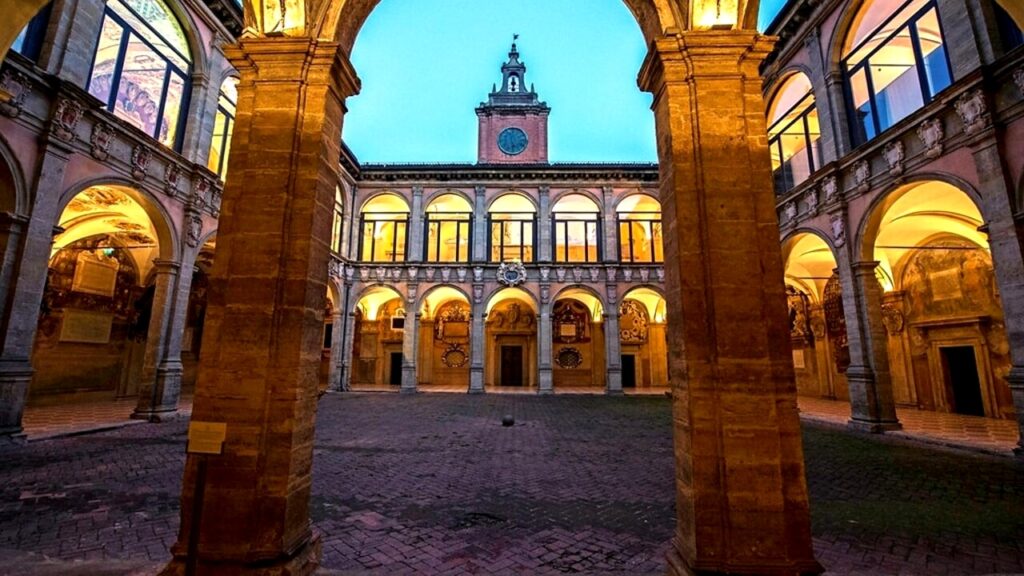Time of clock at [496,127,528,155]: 5:29
